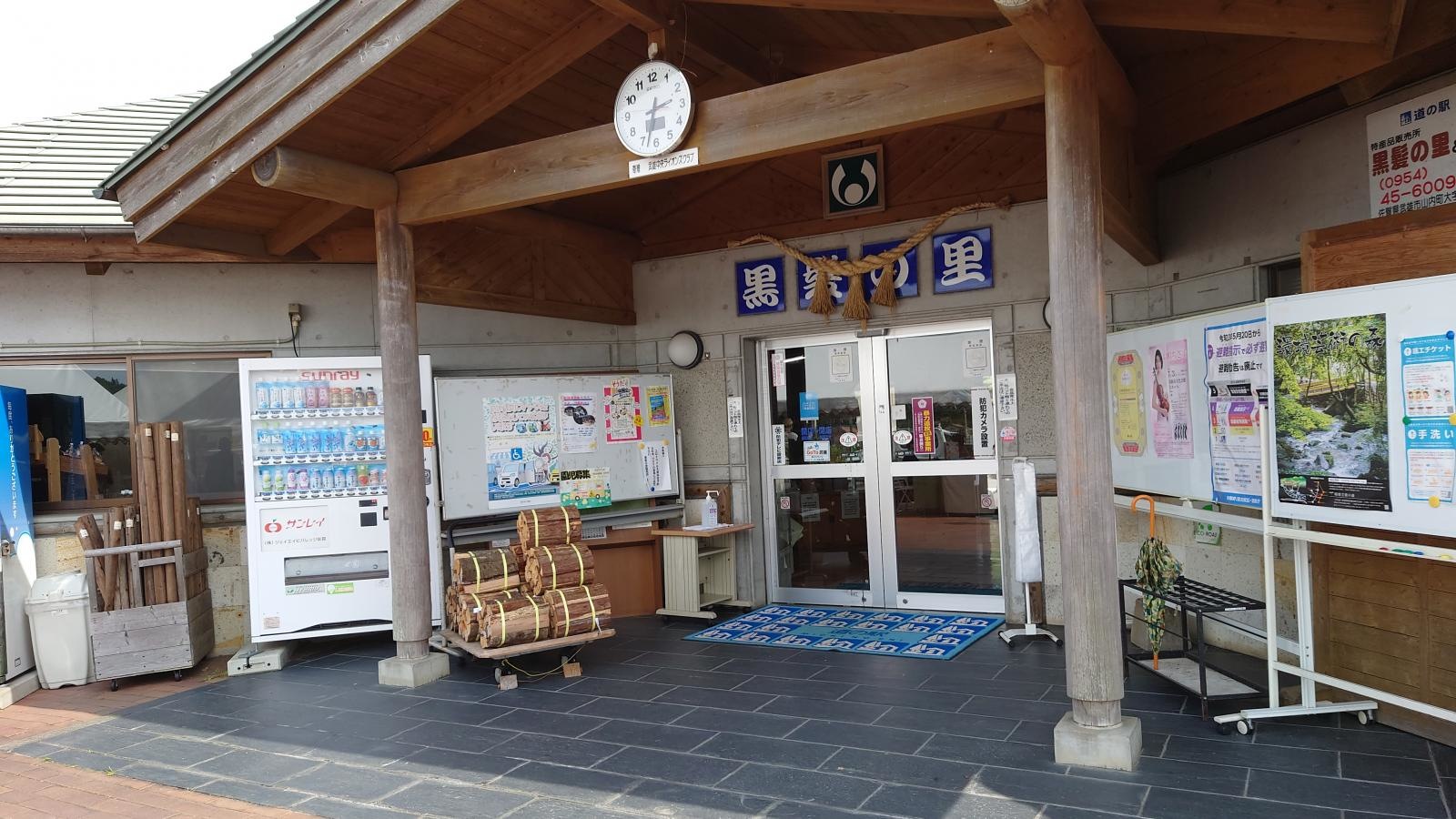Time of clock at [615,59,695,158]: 2:32
